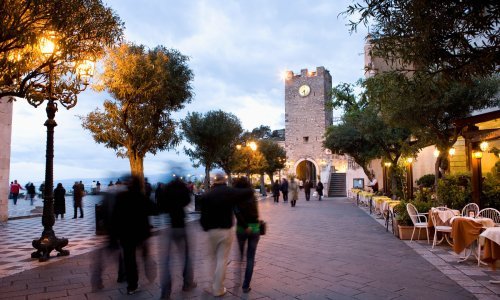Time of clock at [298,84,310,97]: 7:27
